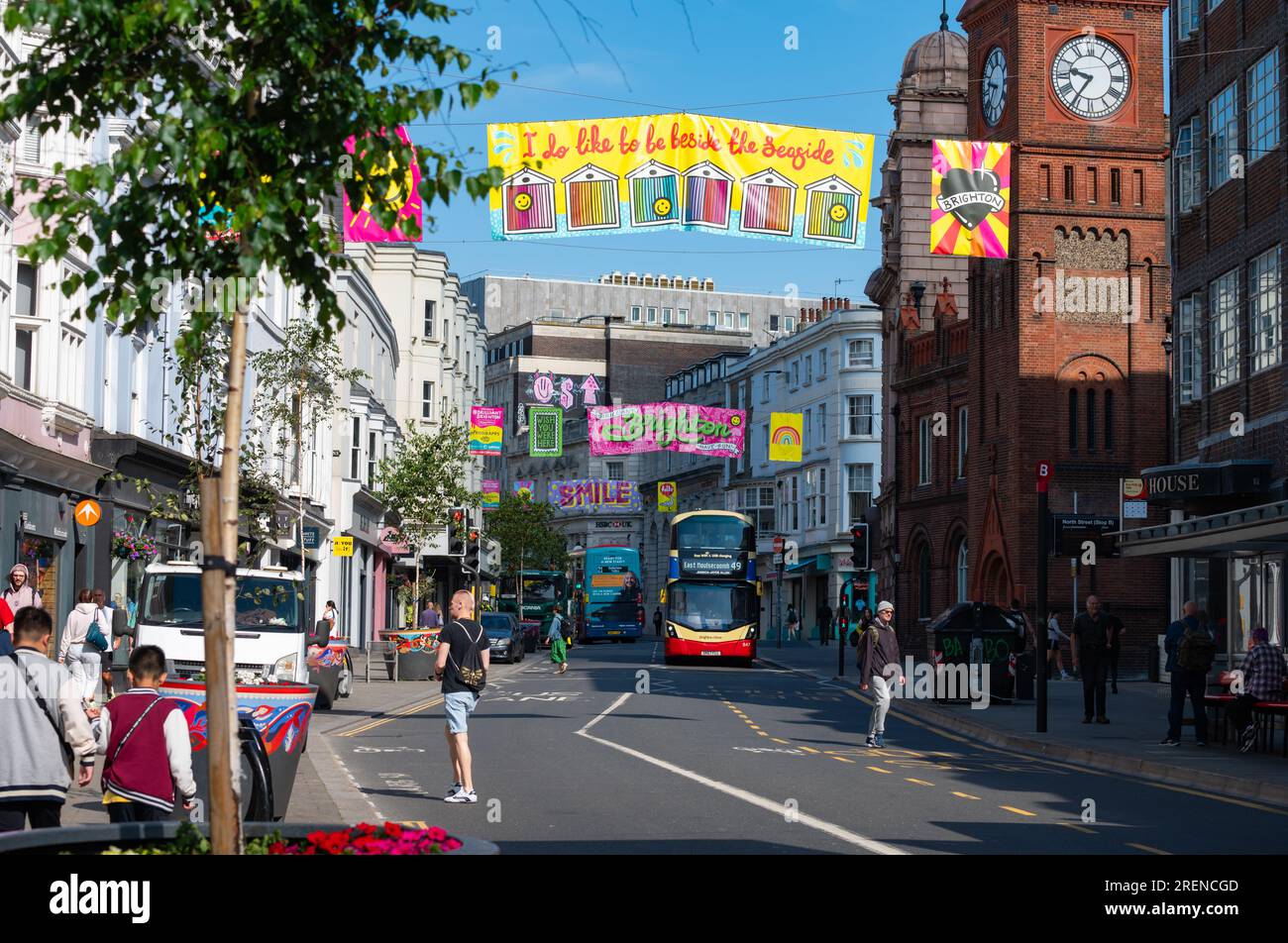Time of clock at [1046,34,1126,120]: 9:35
